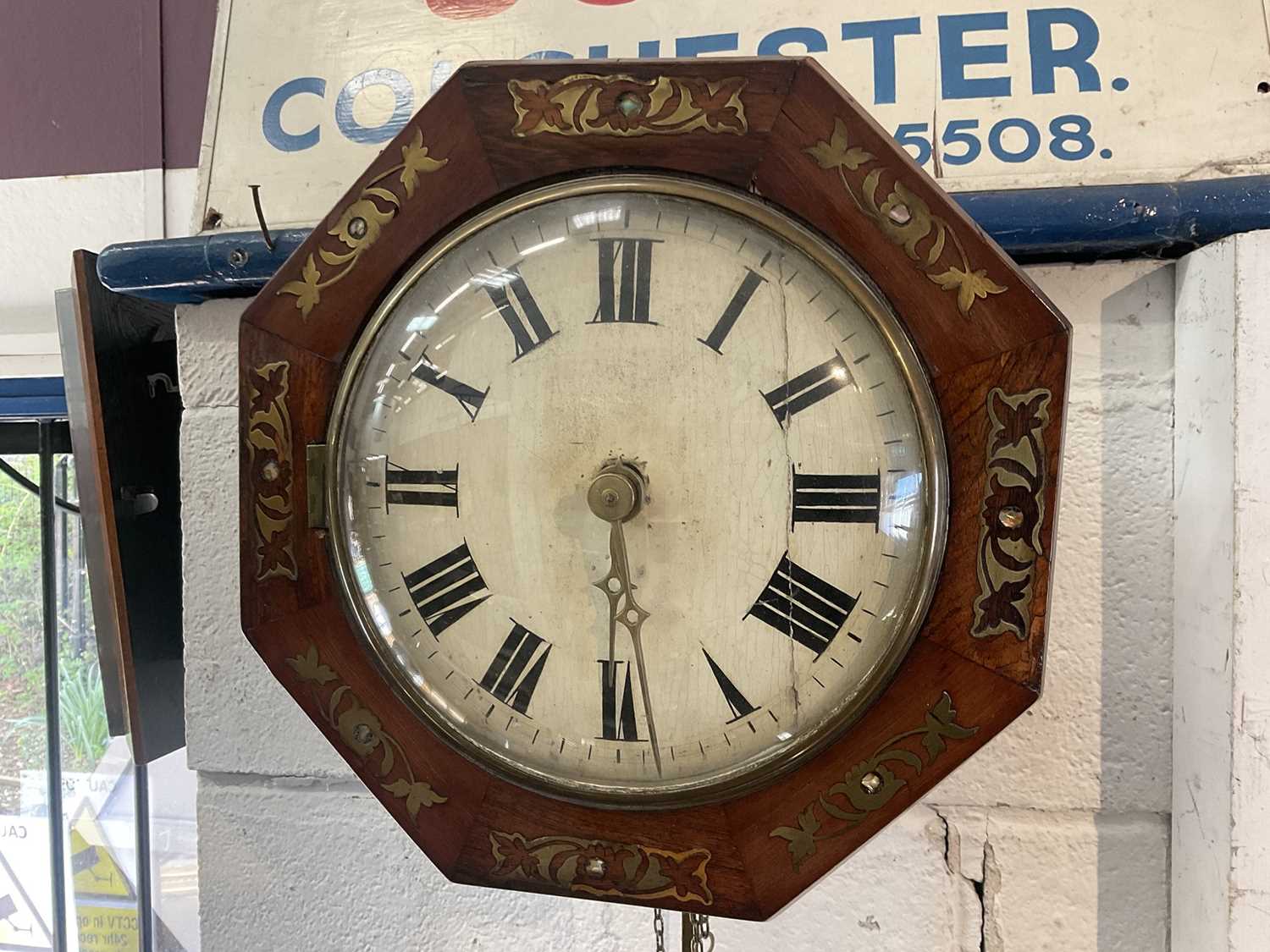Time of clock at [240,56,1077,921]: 5:30
